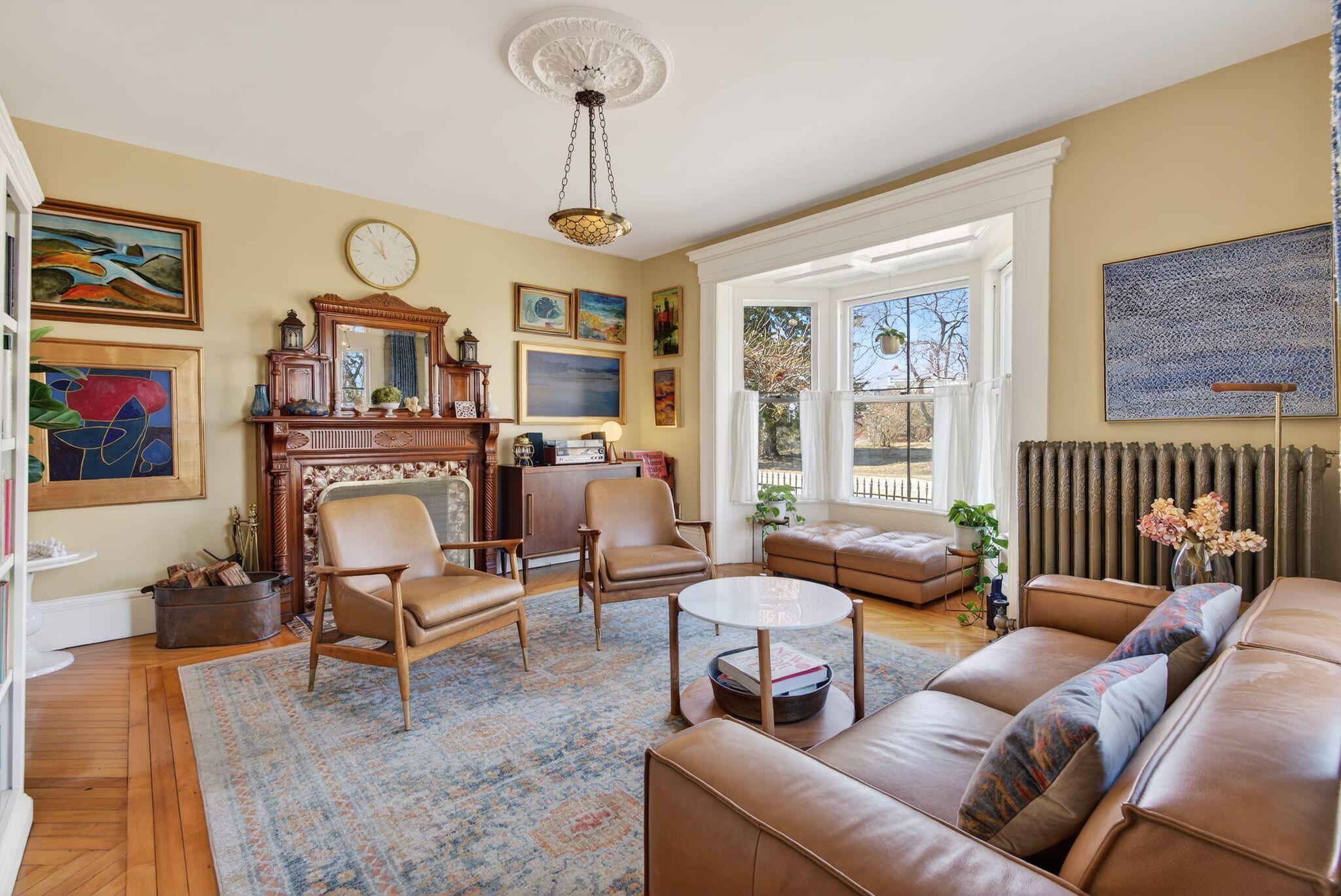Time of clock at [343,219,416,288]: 11:52
